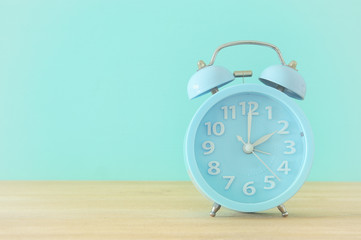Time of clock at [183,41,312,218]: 2:00
